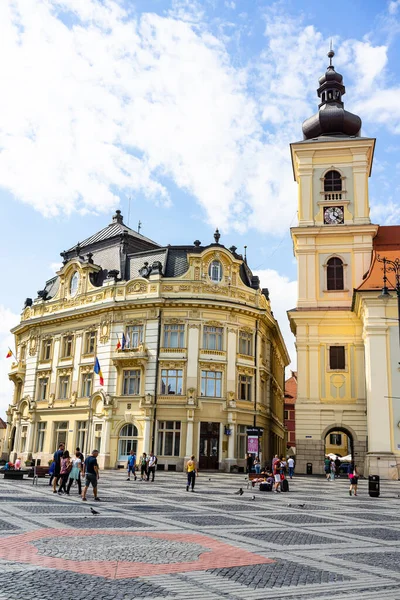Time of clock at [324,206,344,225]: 4:00
